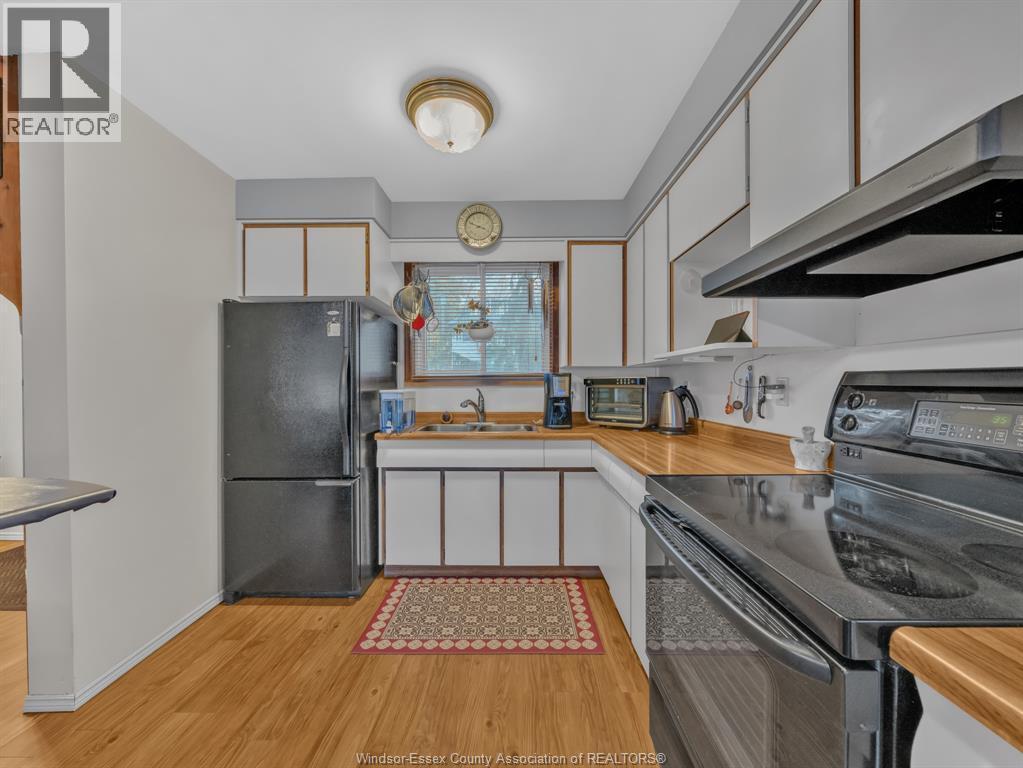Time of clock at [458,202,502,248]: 3:48
